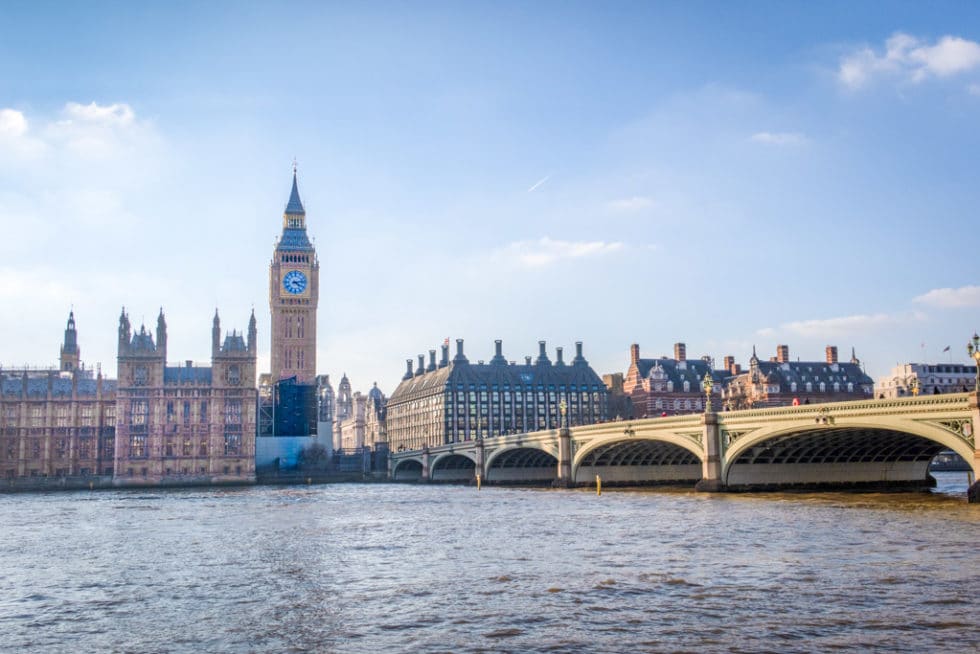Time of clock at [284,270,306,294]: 4:13
